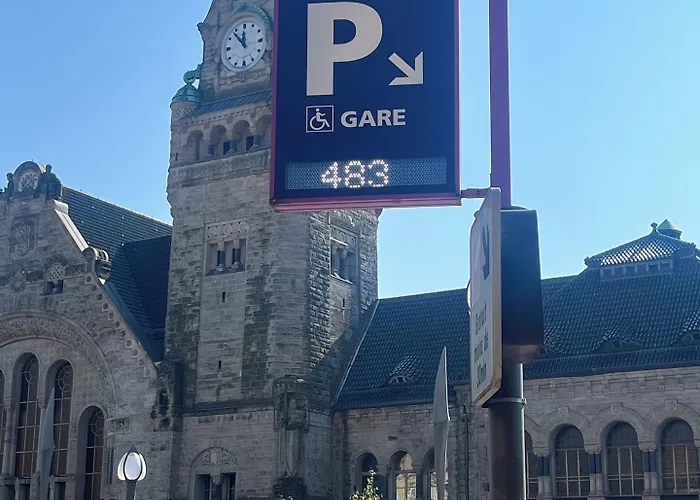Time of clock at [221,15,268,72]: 11:53
